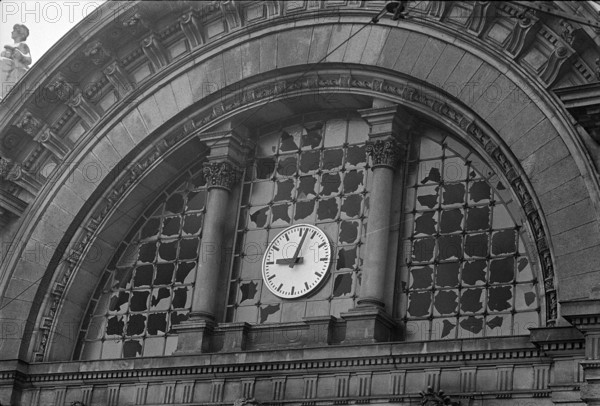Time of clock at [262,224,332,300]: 9:02
